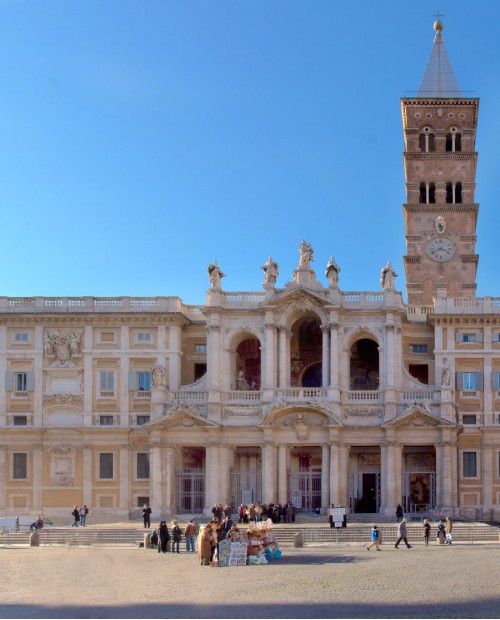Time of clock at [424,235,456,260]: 3:40
